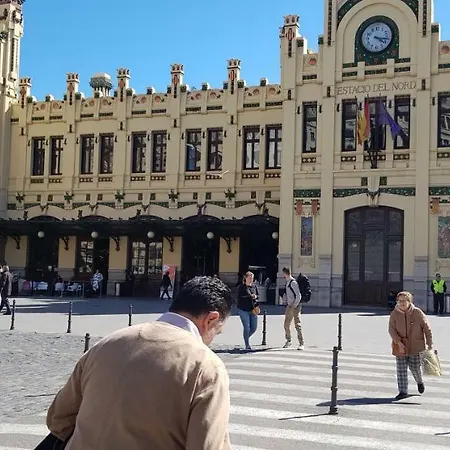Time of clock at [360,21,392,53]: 4:16
